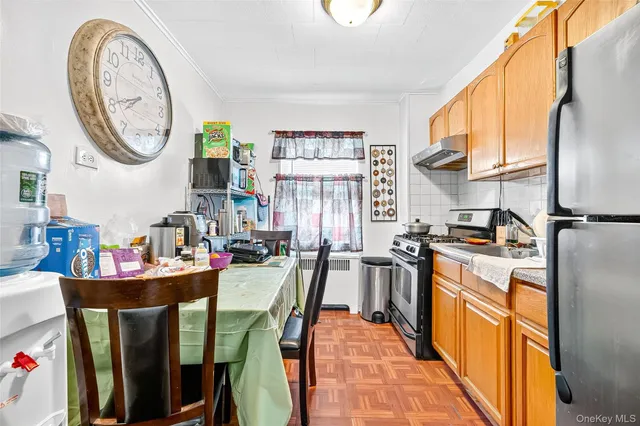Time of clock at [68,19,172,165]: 7:40
